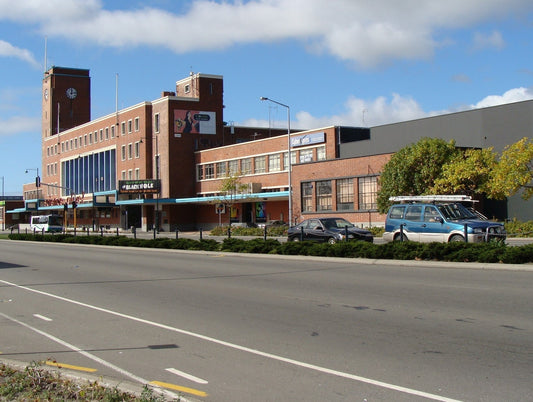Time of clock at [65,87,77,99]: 12:13
